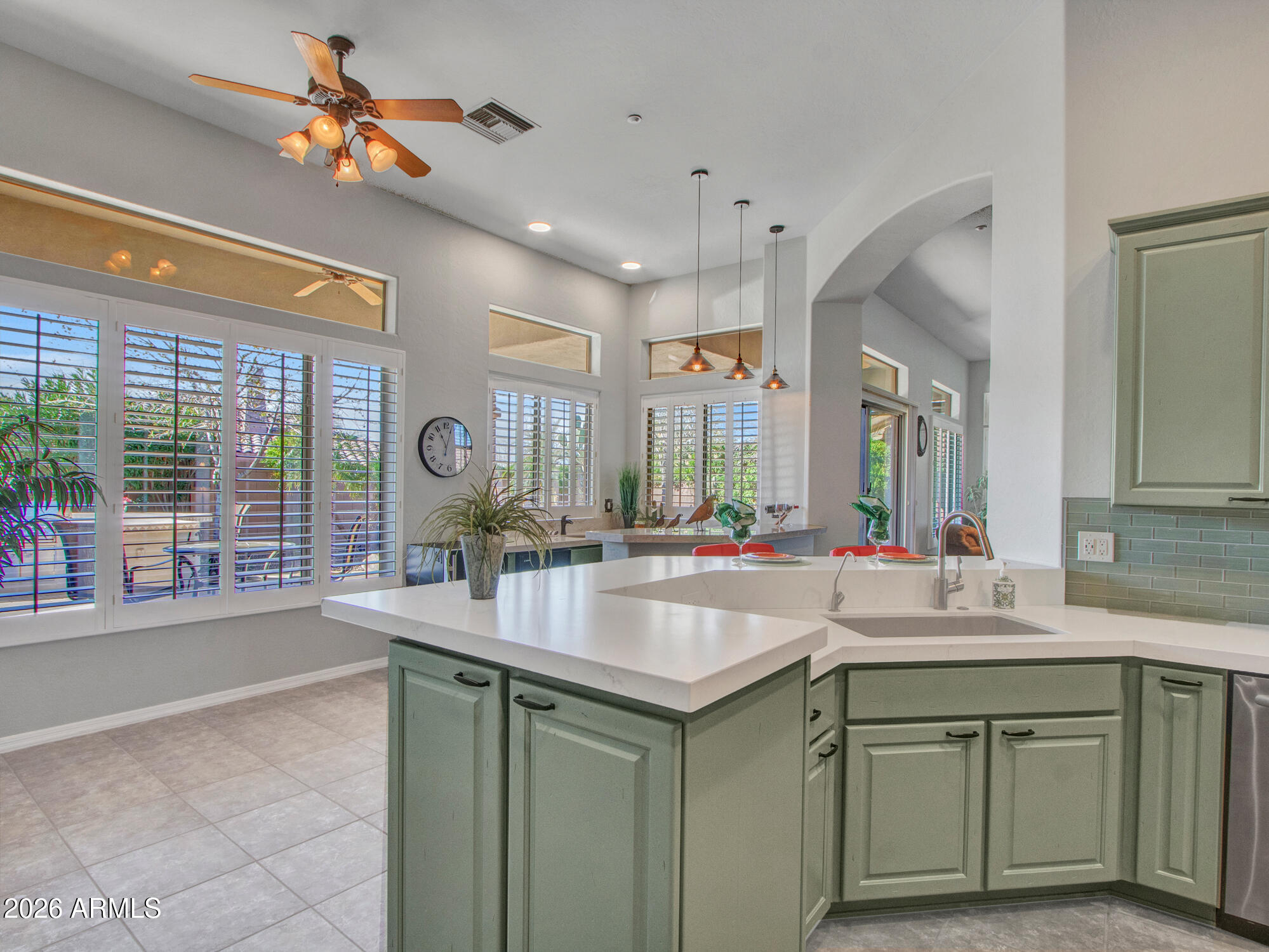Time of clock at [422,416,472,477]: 11:03
